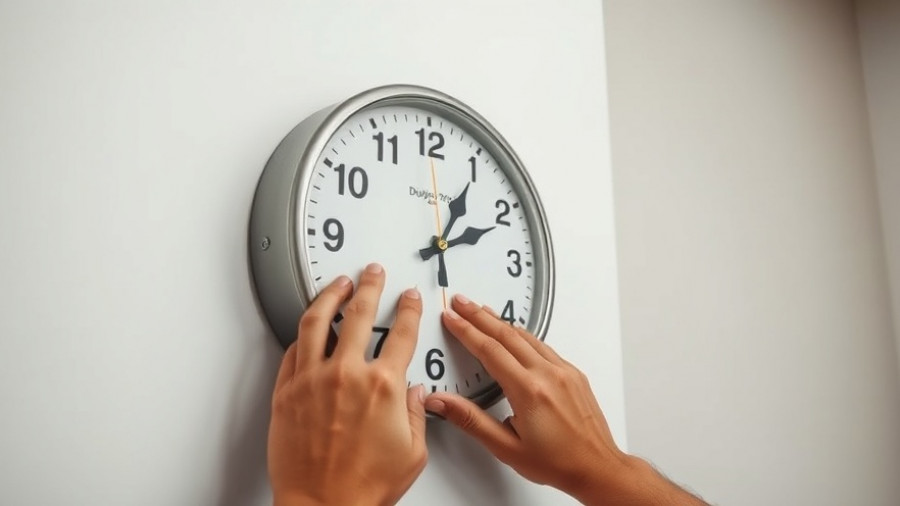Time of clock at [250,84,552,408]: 1:11
